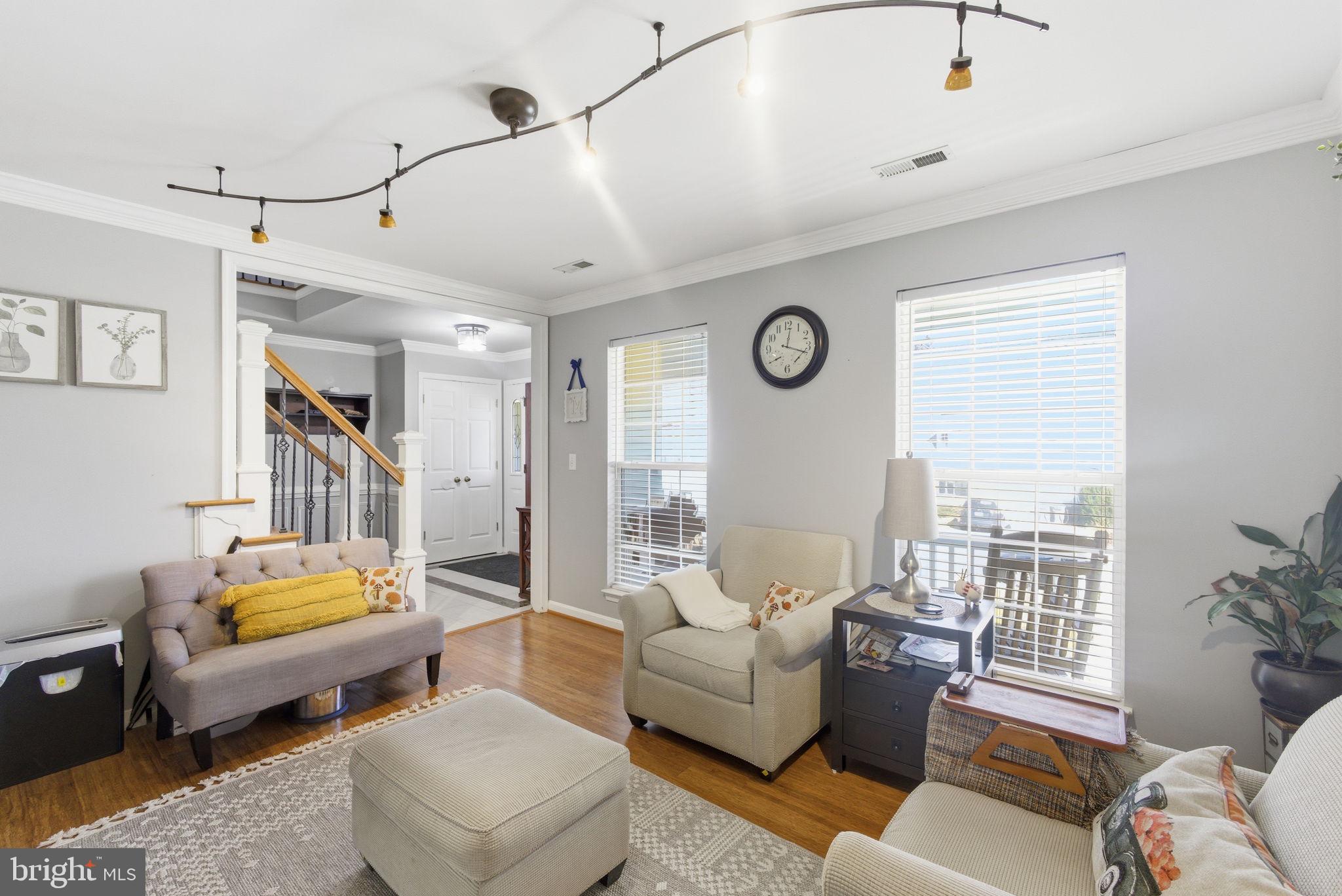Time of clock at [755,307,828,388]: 12:17
